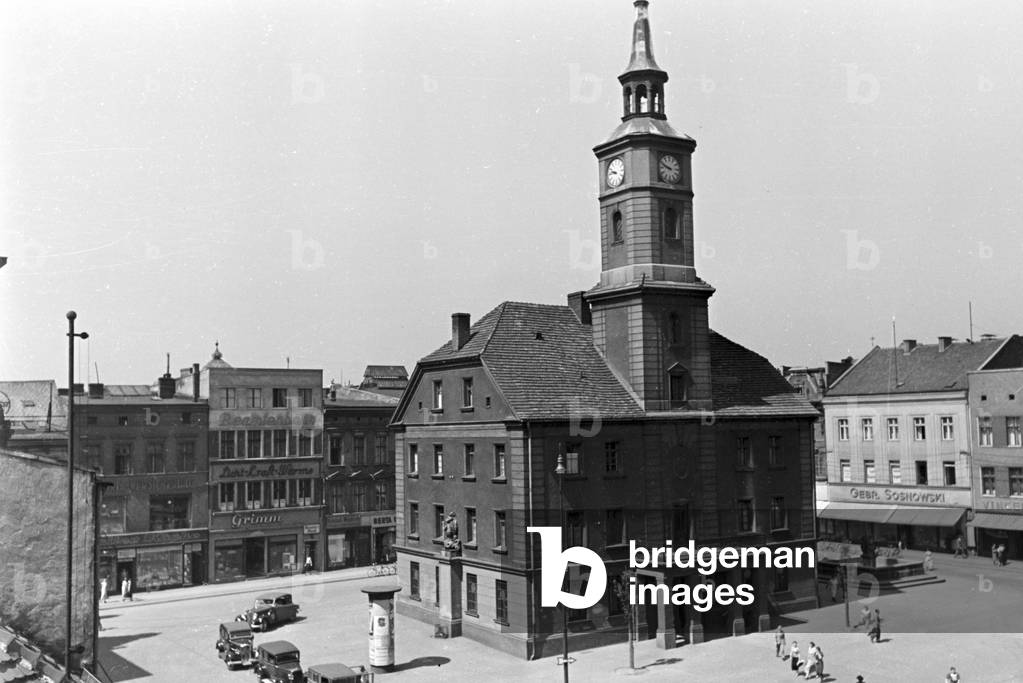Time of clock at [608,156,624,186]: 9:45
